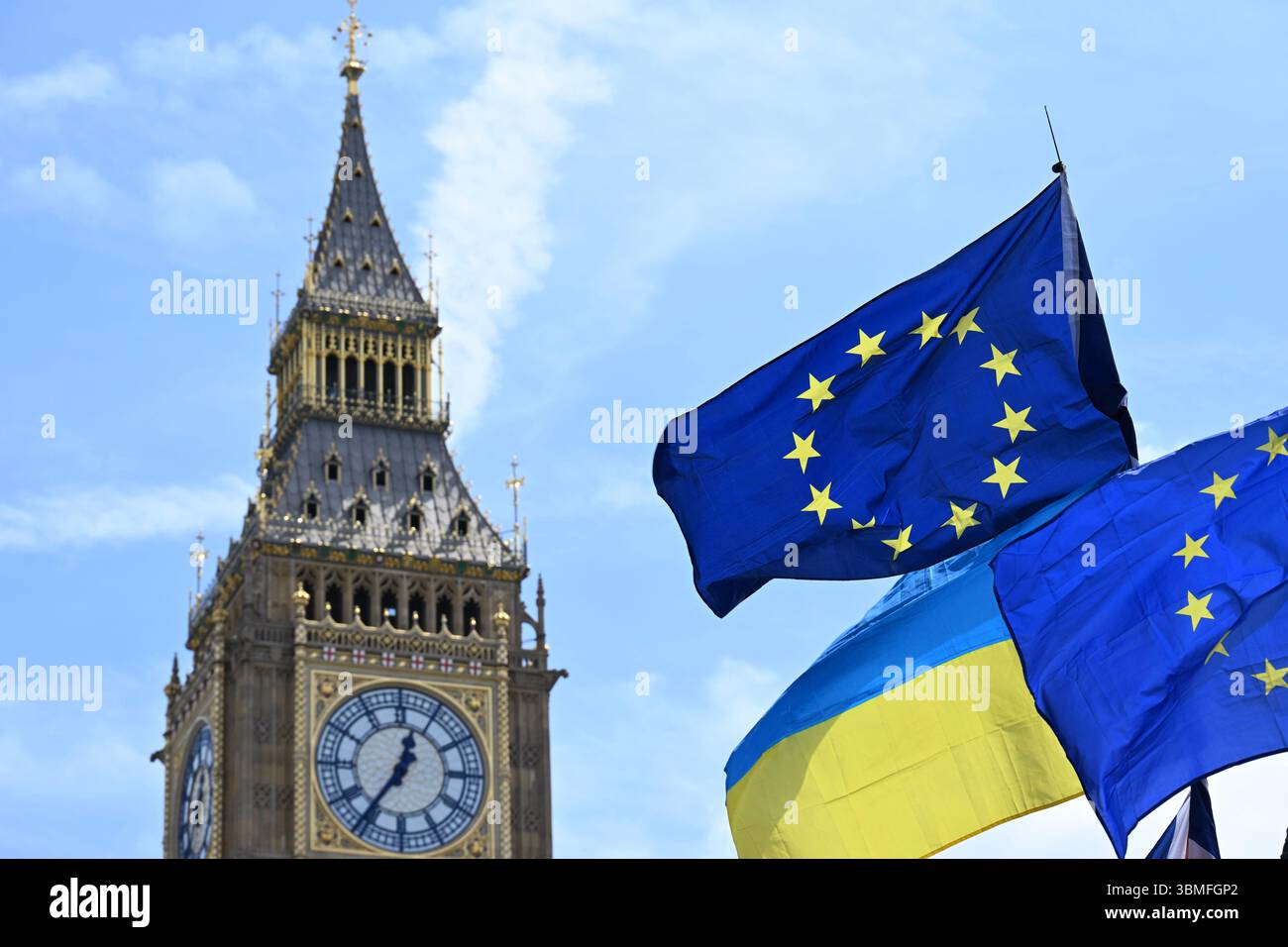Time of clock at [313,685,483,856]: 12:36
